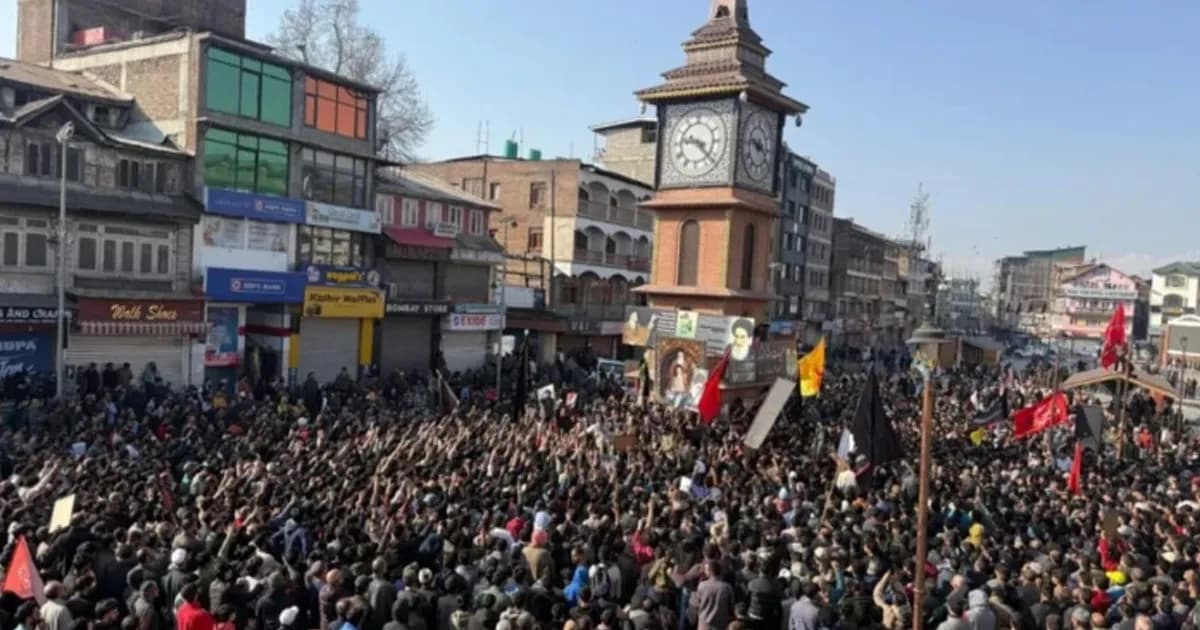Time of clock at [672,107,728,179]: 9:22
